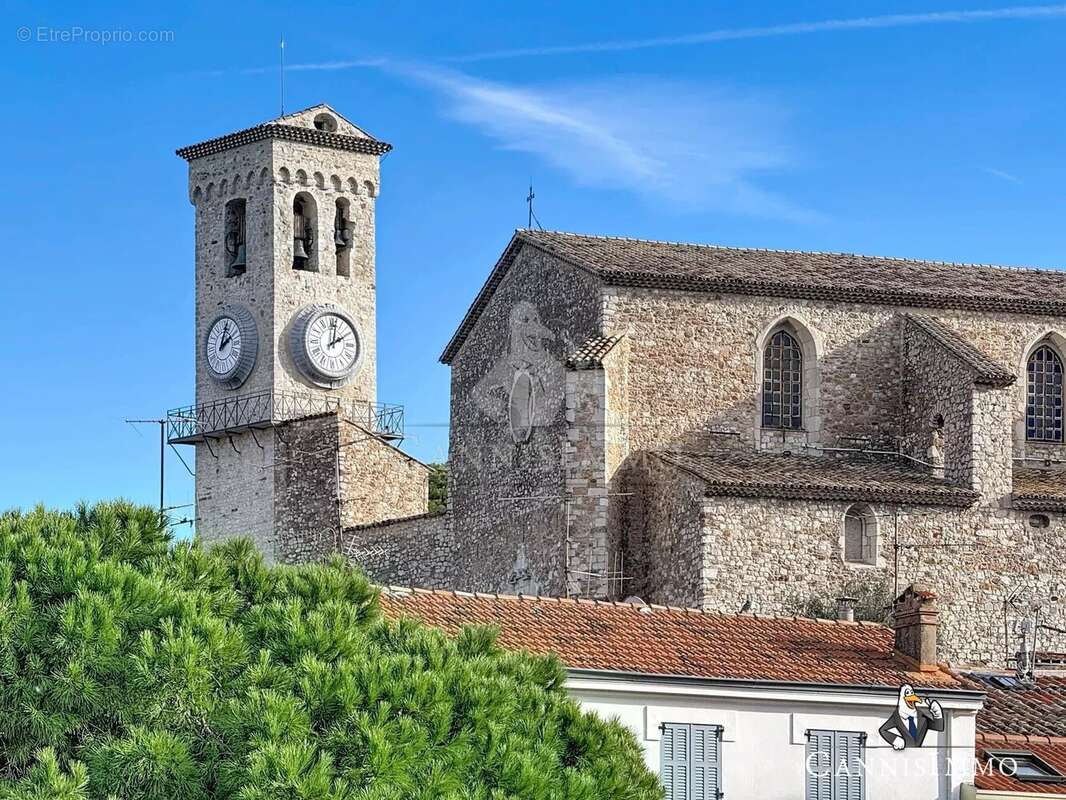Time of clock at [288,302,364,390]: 2:01
